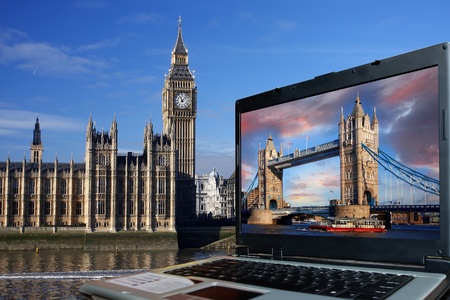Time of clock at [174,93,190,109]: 11:07
